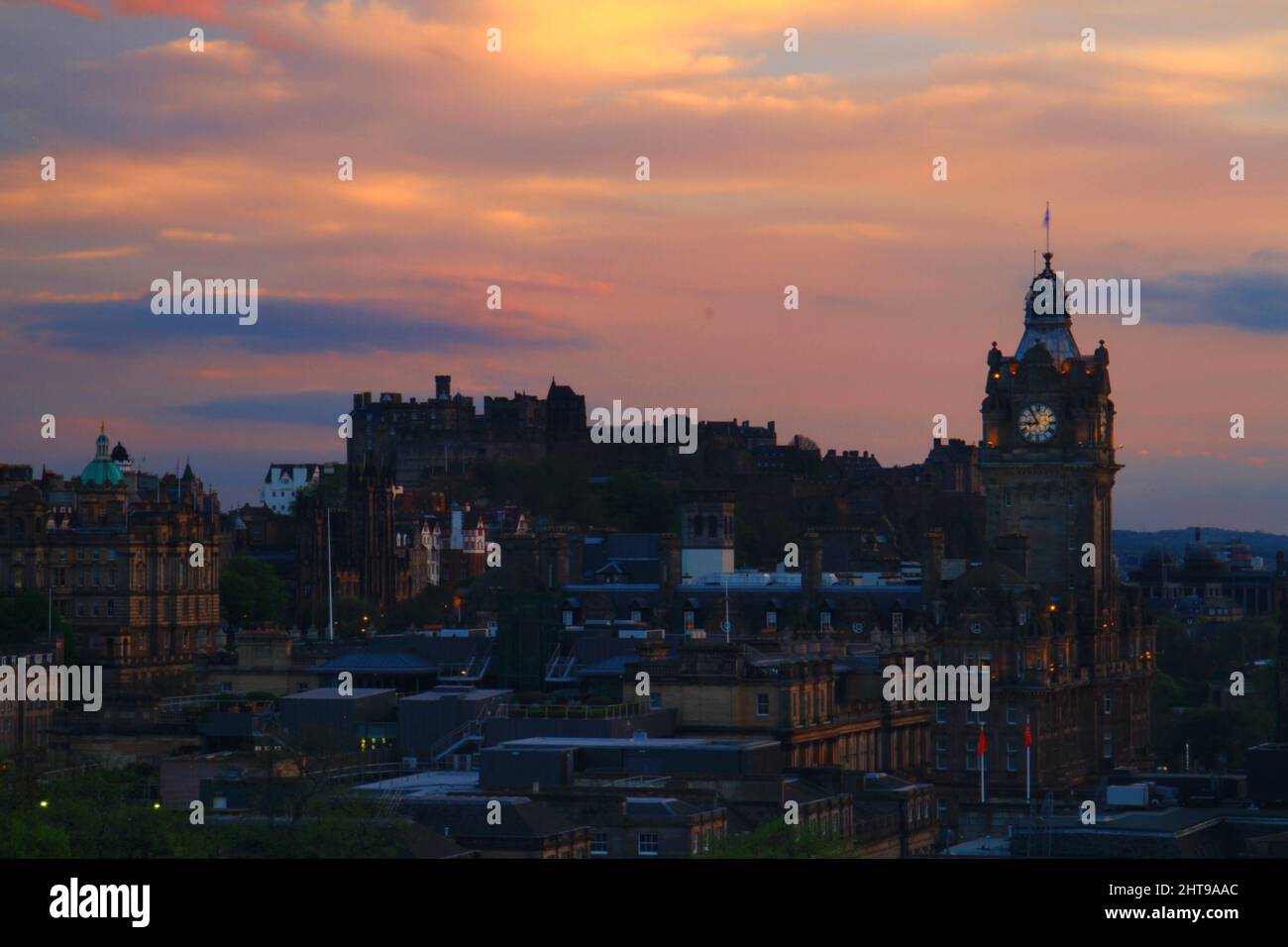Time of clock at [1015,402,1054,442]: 8:54
